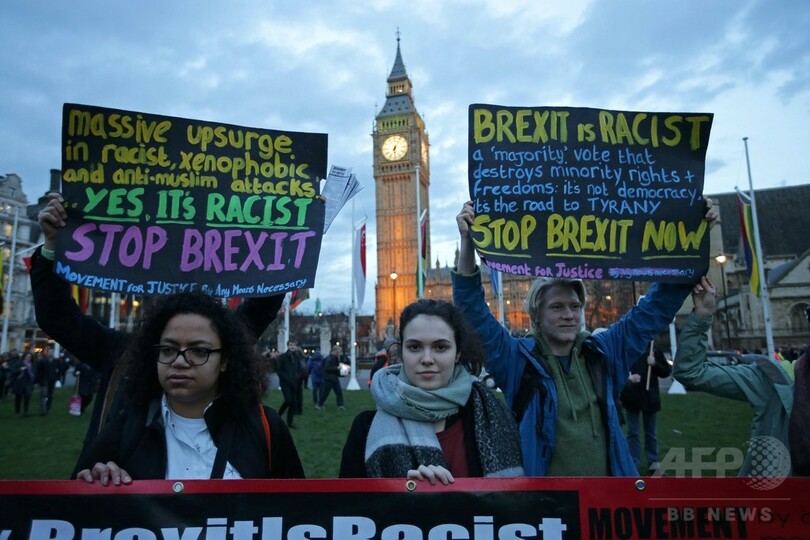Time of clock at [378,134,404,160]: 6:05
